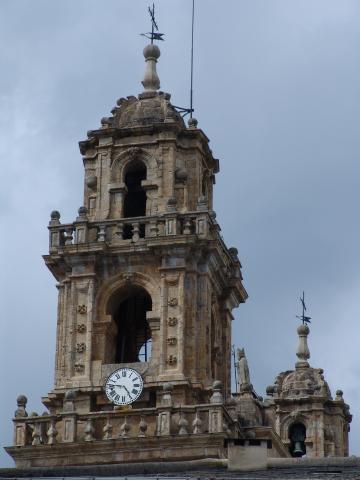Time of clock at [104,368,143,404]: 4:46
